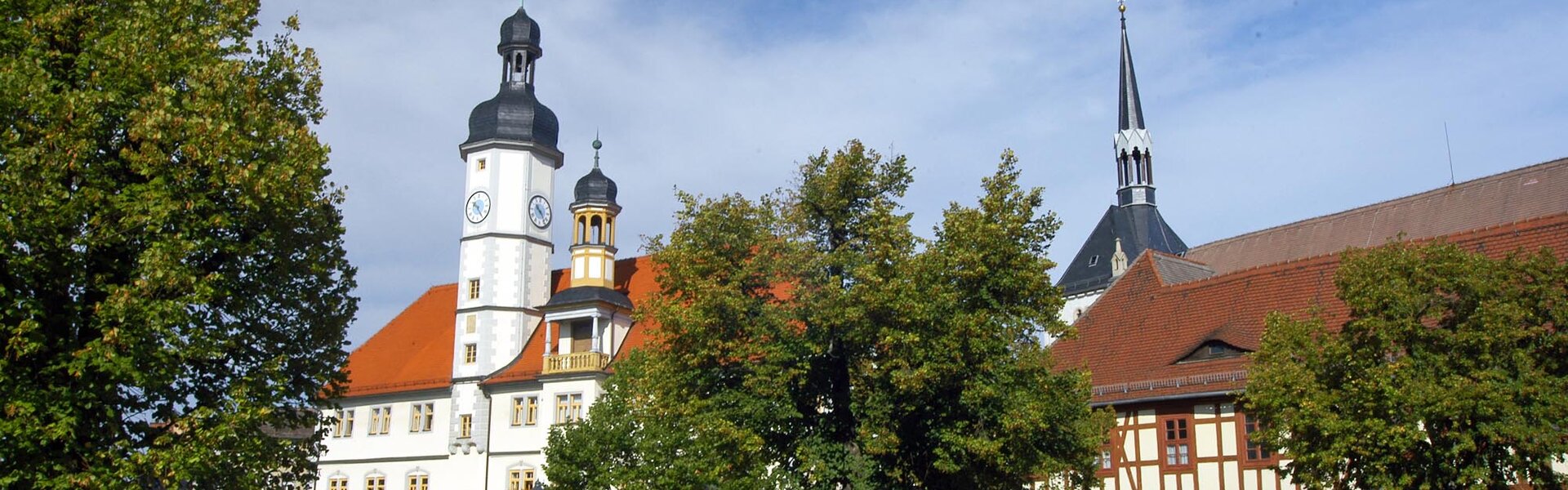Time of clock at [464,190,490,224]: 10:24
